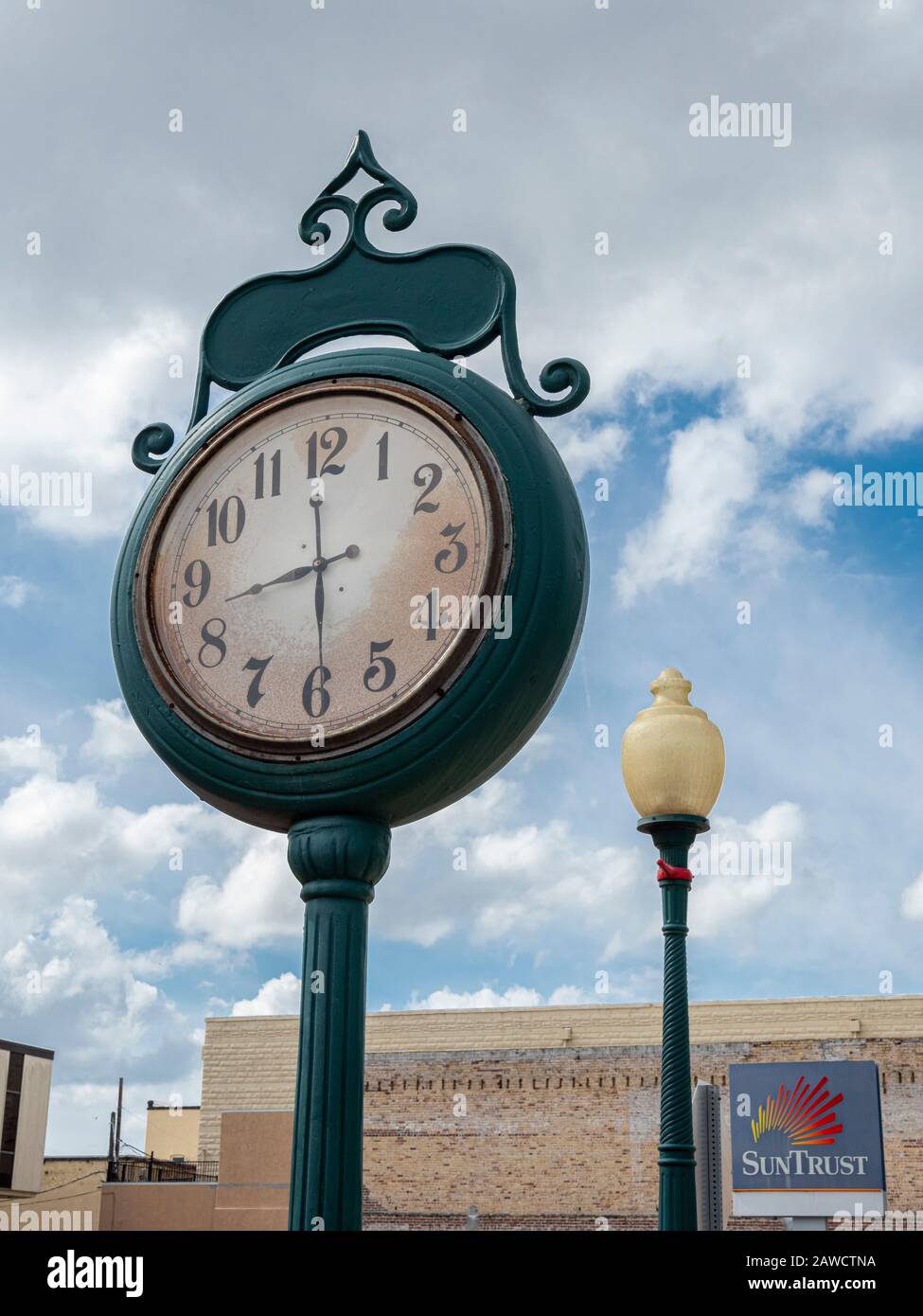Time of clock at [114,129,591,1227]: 8:30
